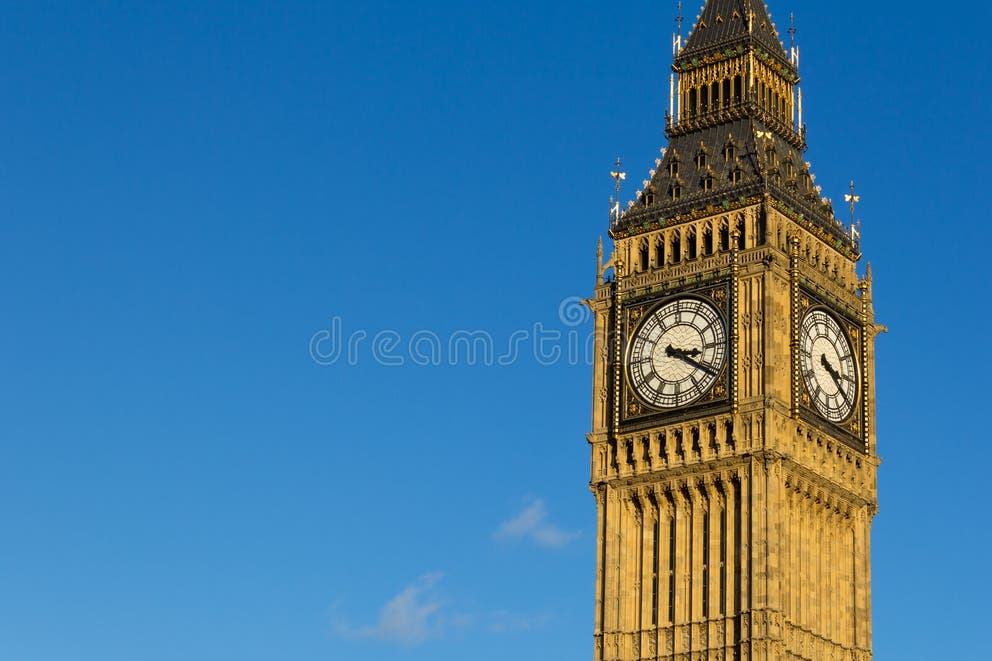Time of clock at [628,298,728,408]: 3:20
